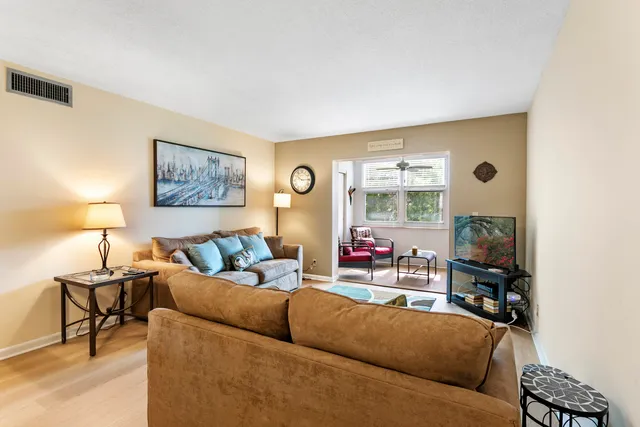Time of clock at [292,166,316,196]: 10:14
